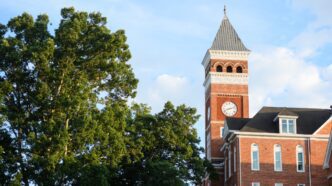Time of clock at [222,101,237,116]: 8:12
